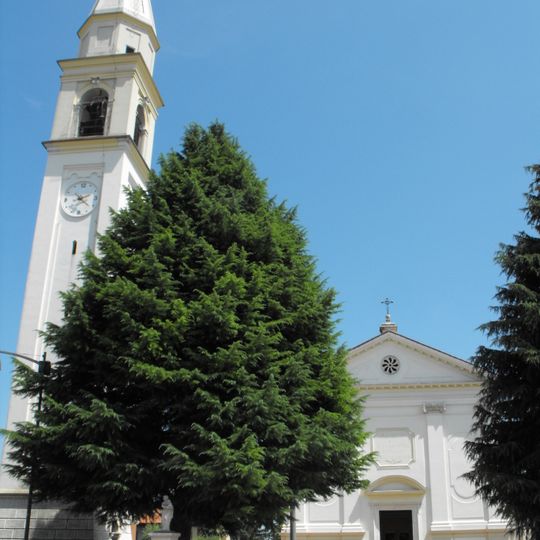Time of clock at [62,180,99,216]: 2:21
